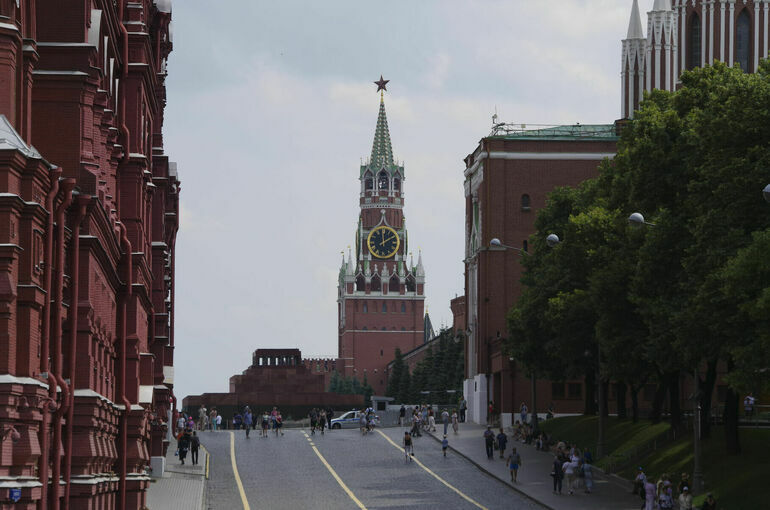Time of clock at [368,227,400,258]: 1:59
